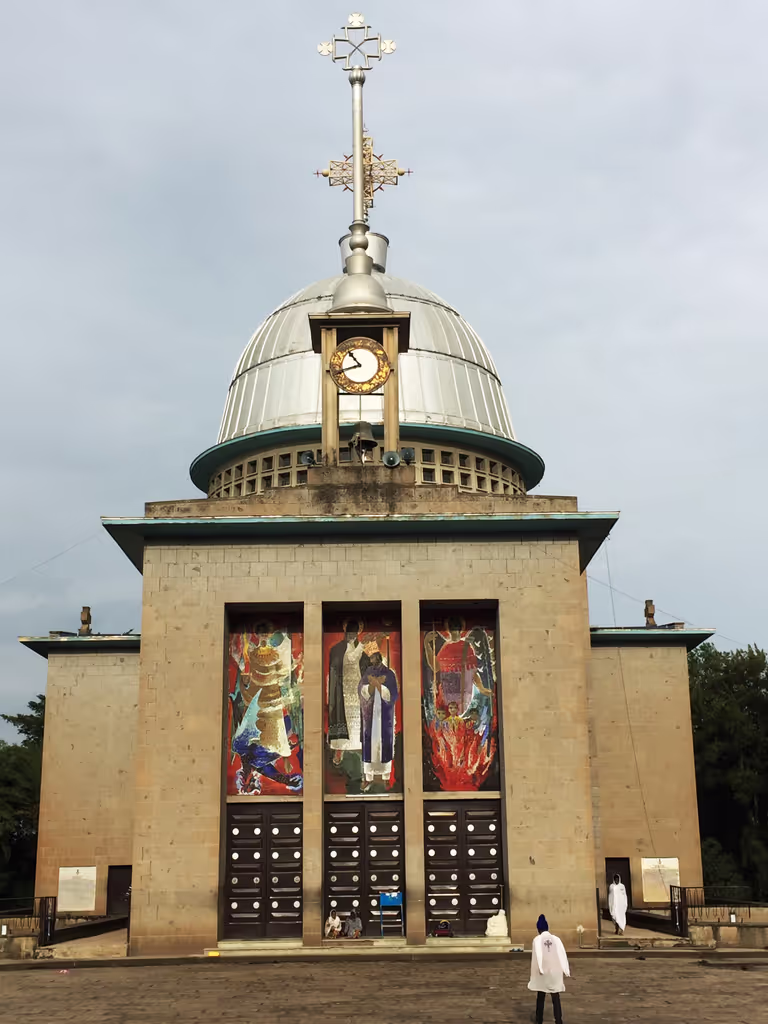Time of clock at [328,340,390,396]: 10:42
